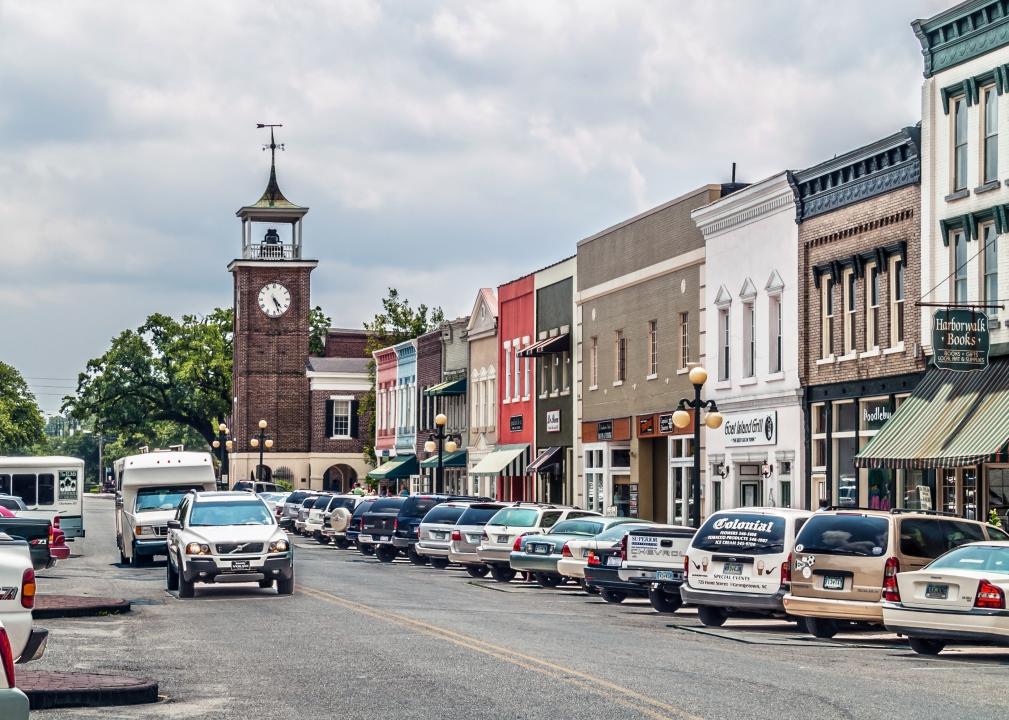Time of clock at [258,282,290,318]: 4:26
